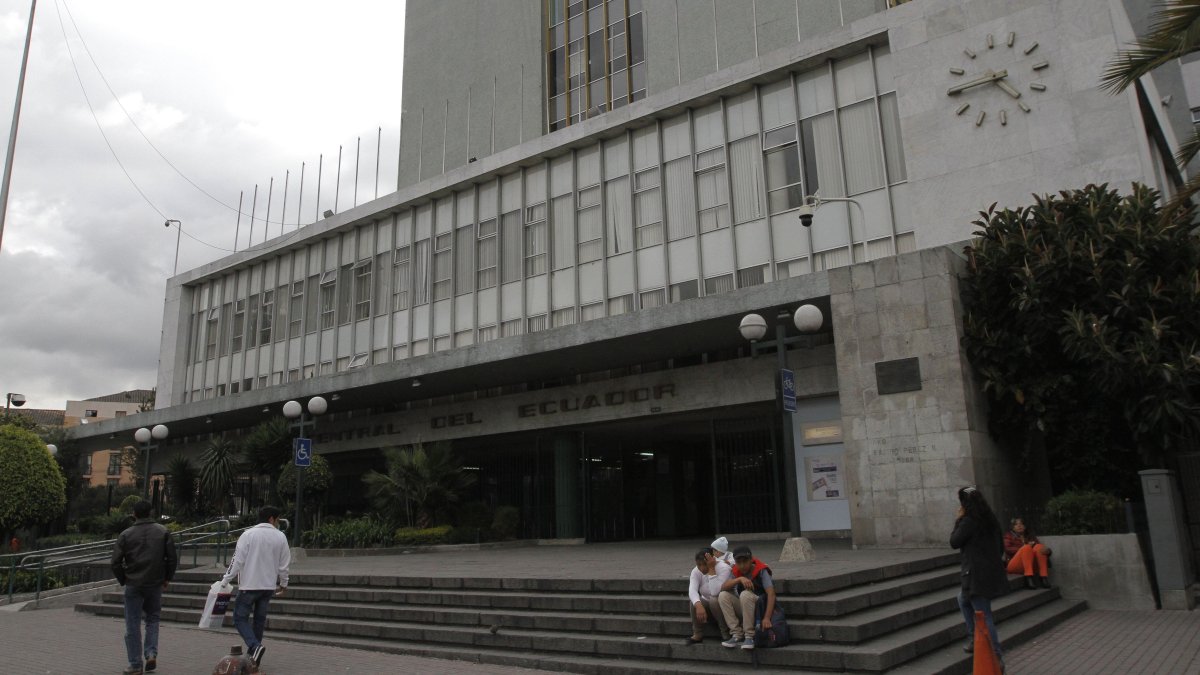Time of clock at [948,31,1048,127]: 4:44
